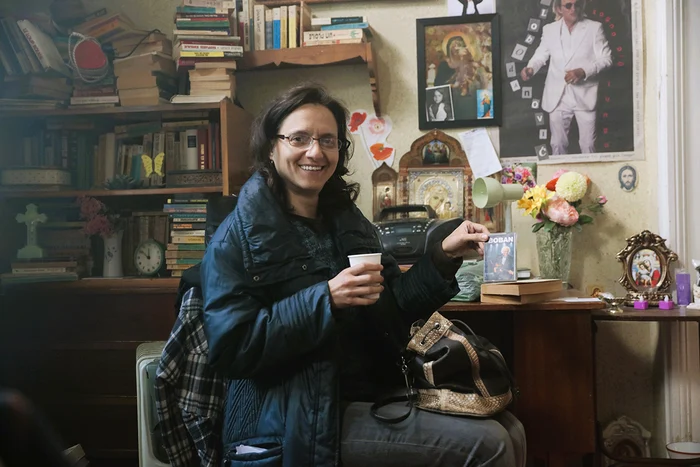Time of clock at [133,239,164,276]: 11:51
